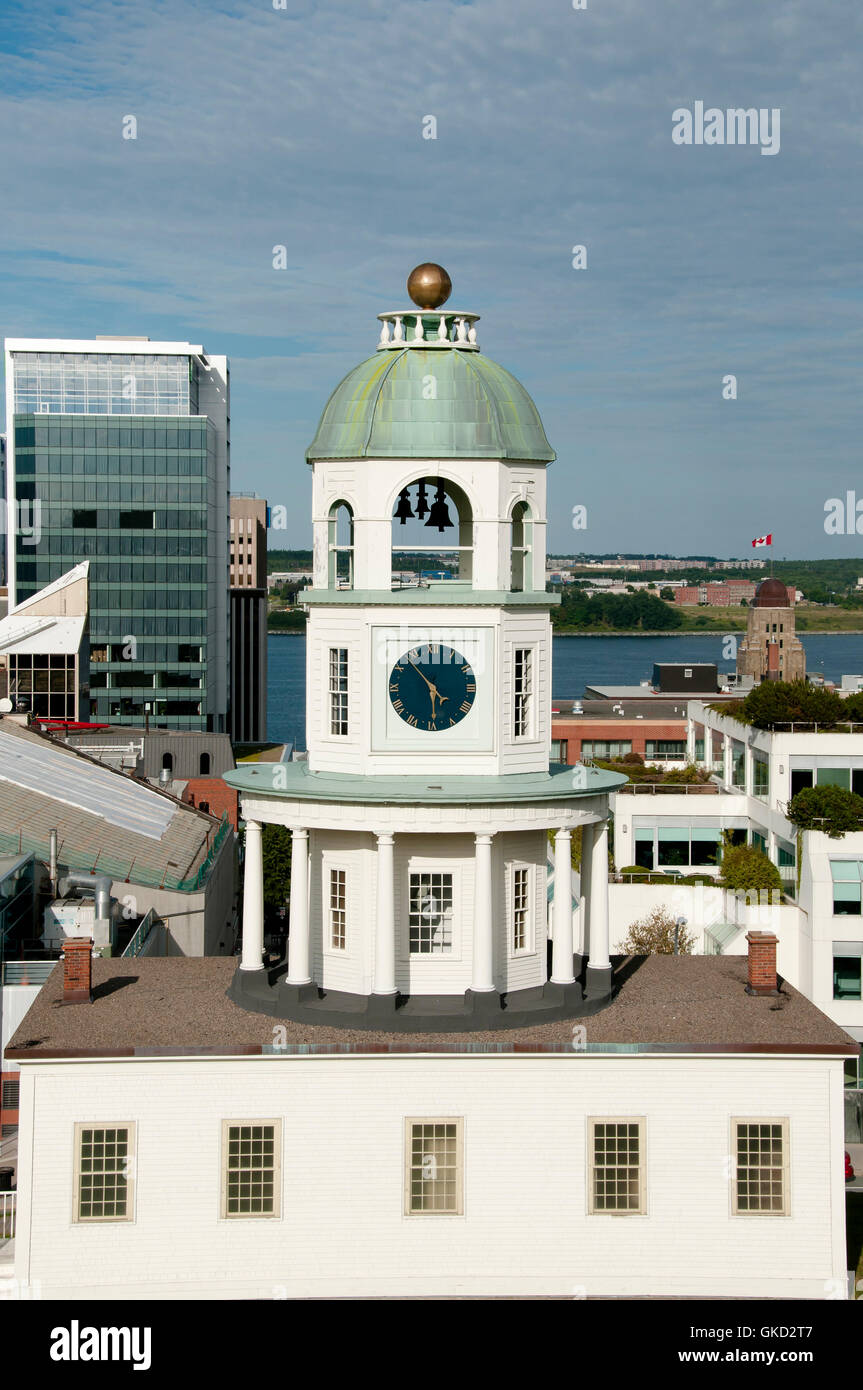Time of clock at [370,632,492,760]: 5:53
